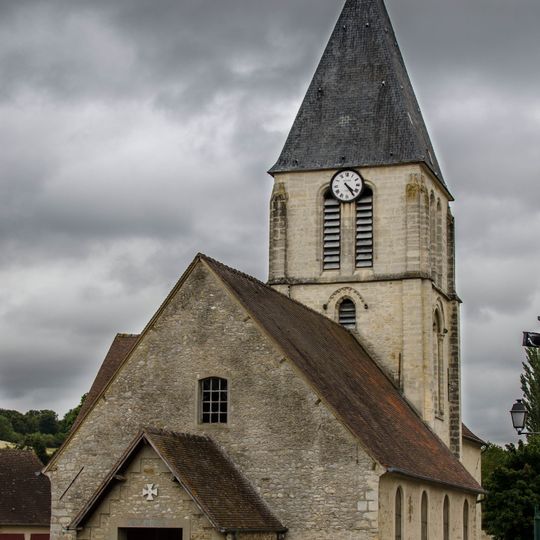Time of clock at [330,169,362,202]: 4:24
